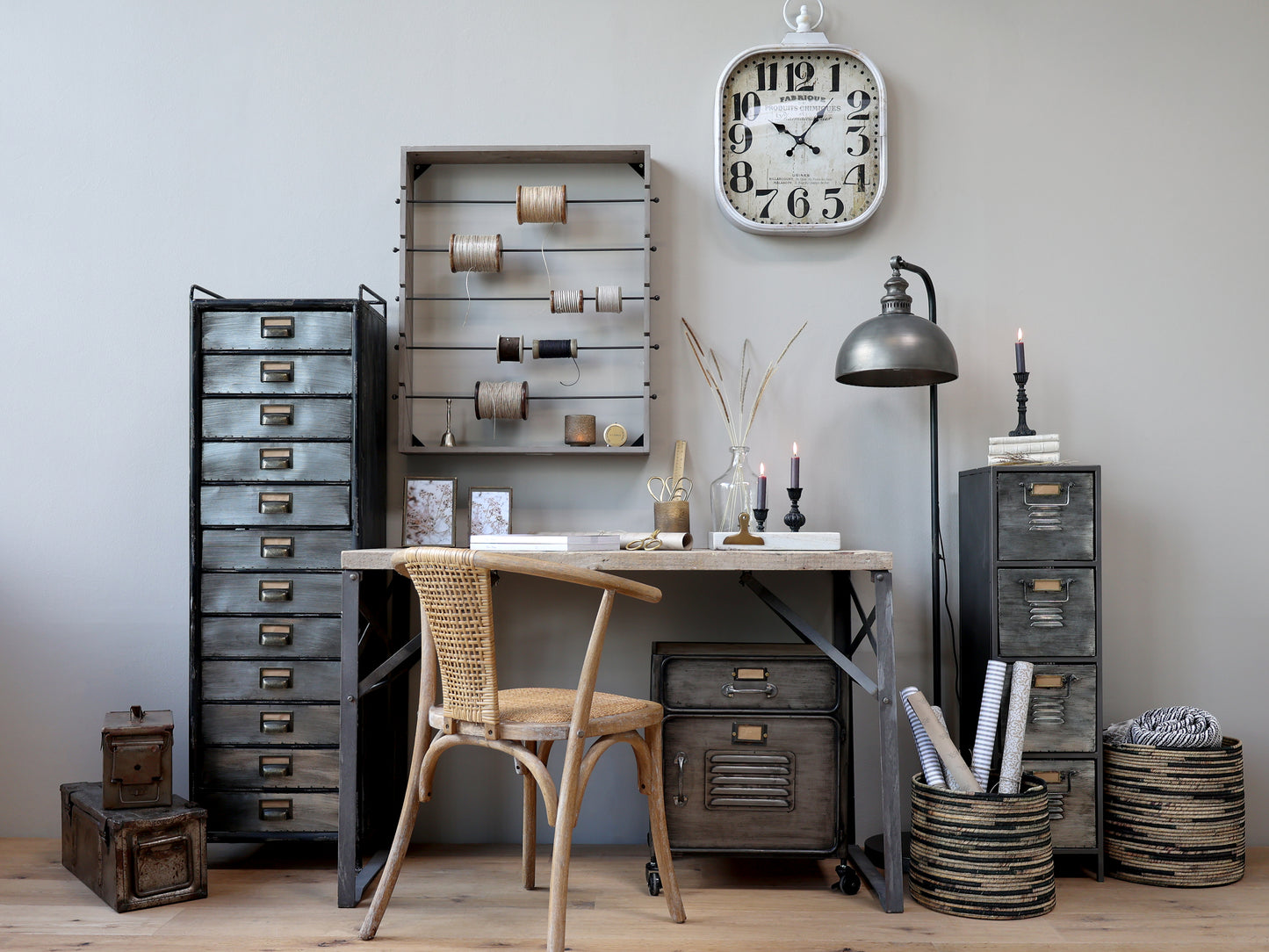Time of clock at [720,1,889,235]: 10:06
